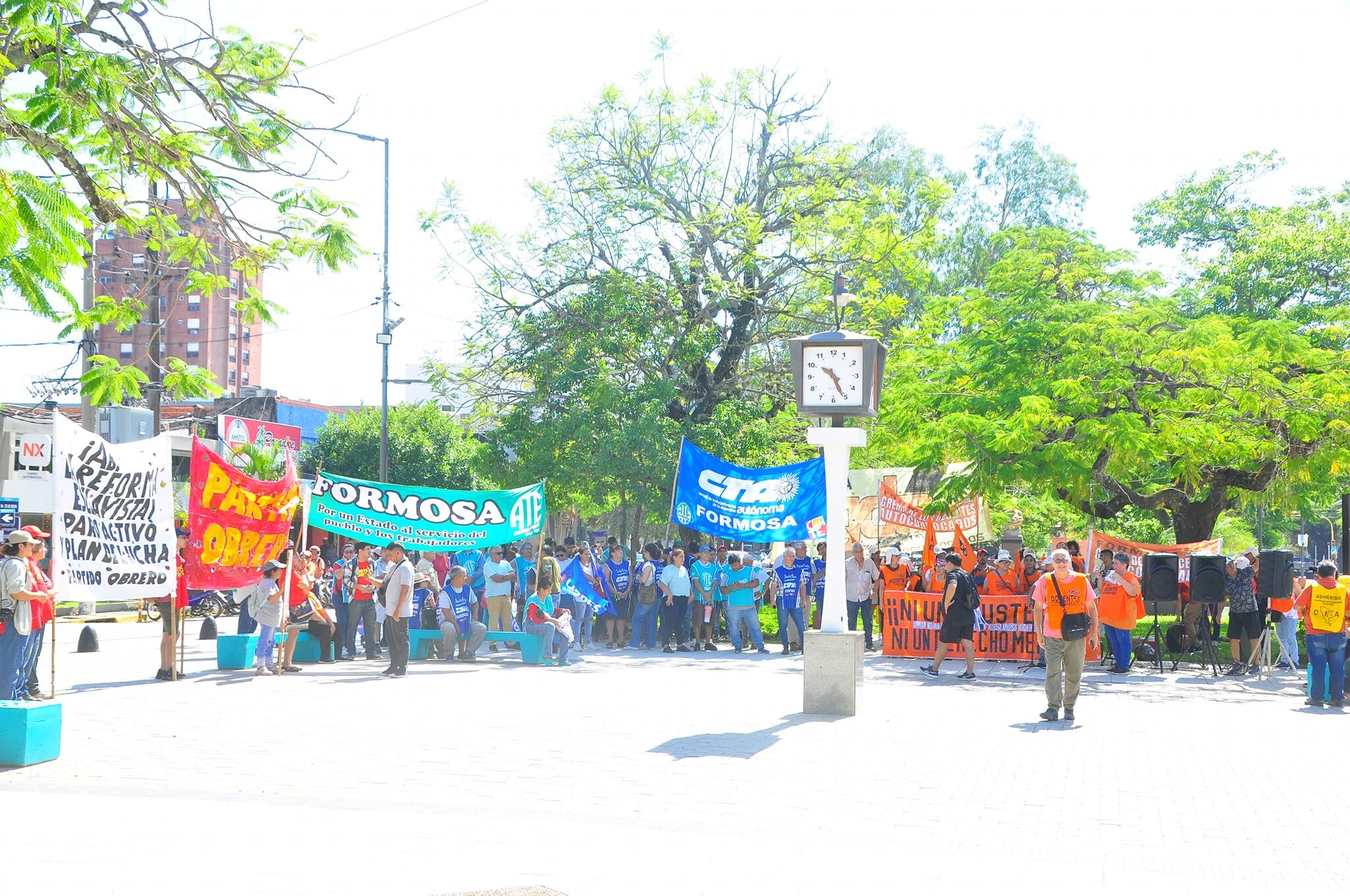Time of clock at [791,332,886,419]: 10:25
